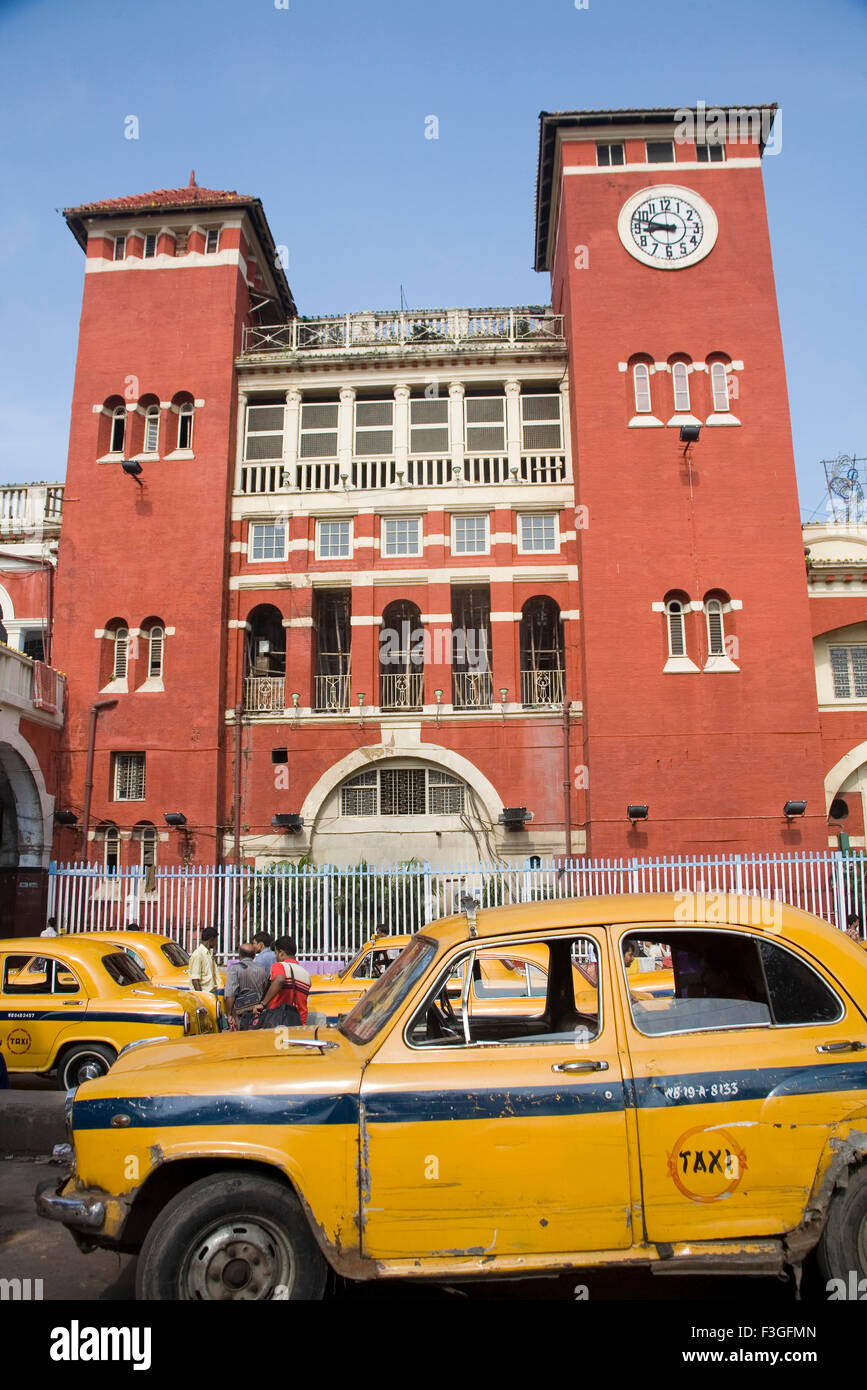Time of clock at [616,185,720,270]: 8:47
